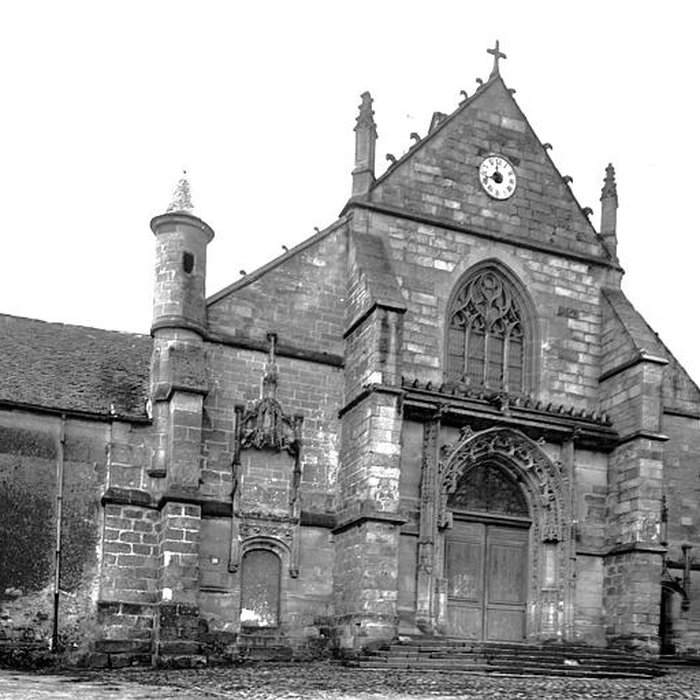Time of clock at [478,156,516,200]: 11:41
